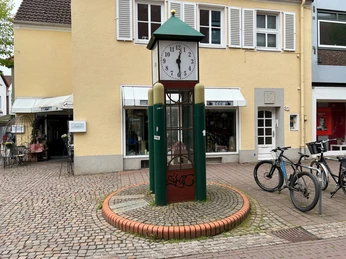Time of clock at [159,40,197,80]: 12:28
